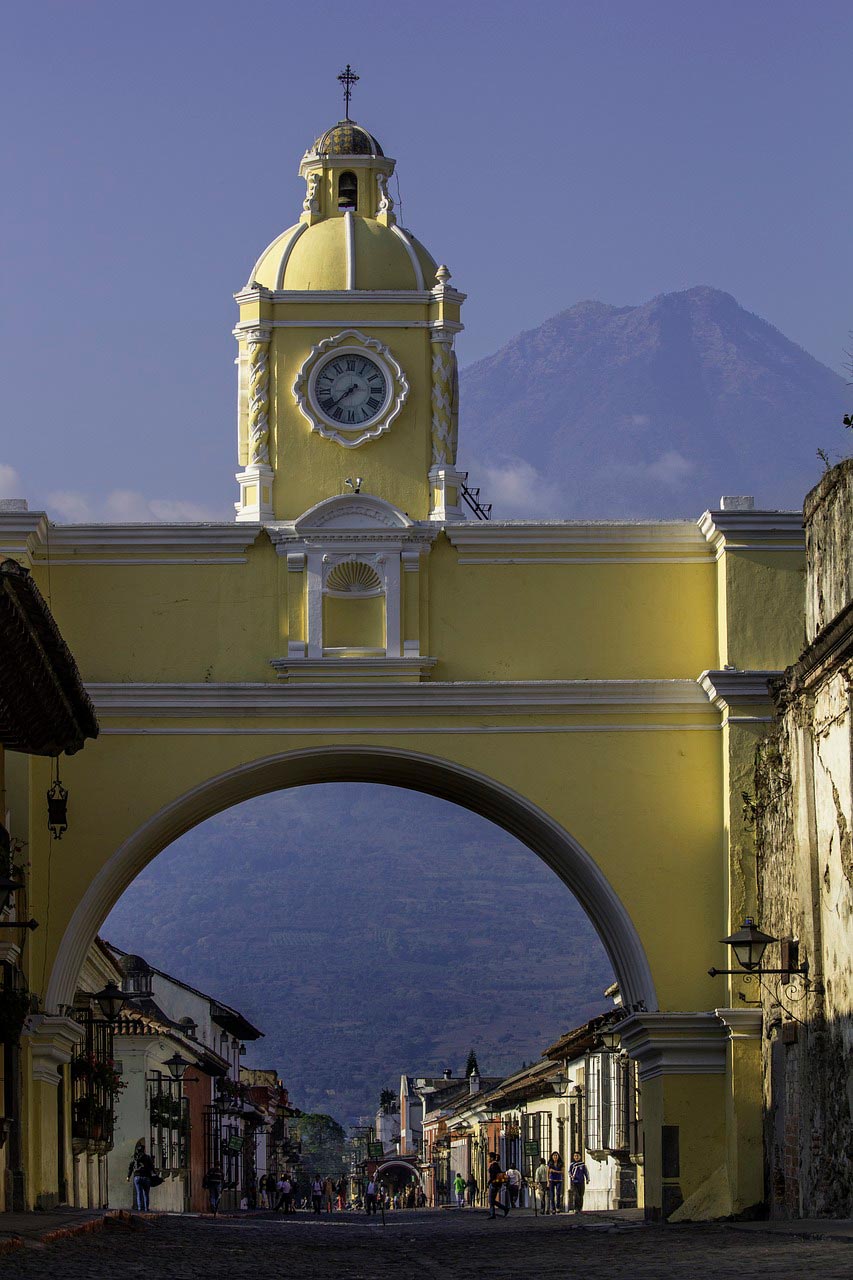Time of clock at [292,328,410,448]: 7:37
